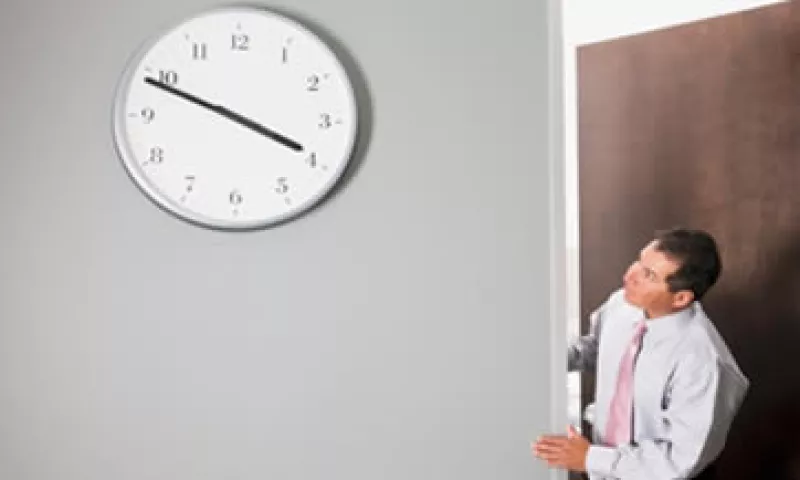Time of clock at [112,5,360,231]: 3:48
